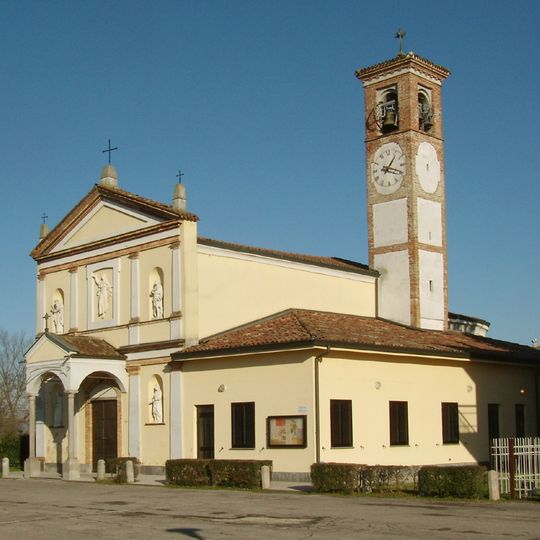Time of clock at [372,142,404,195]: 1:18
